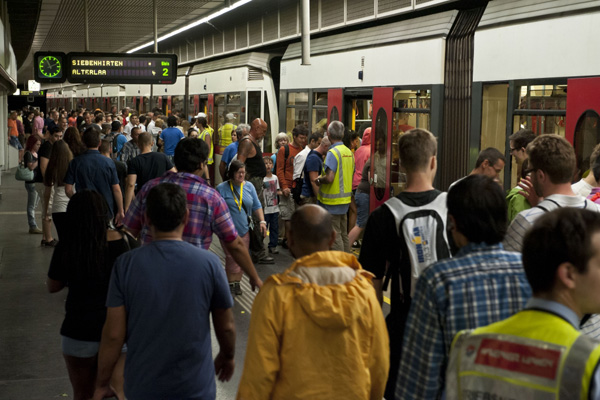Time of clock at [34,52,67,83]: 11:11
